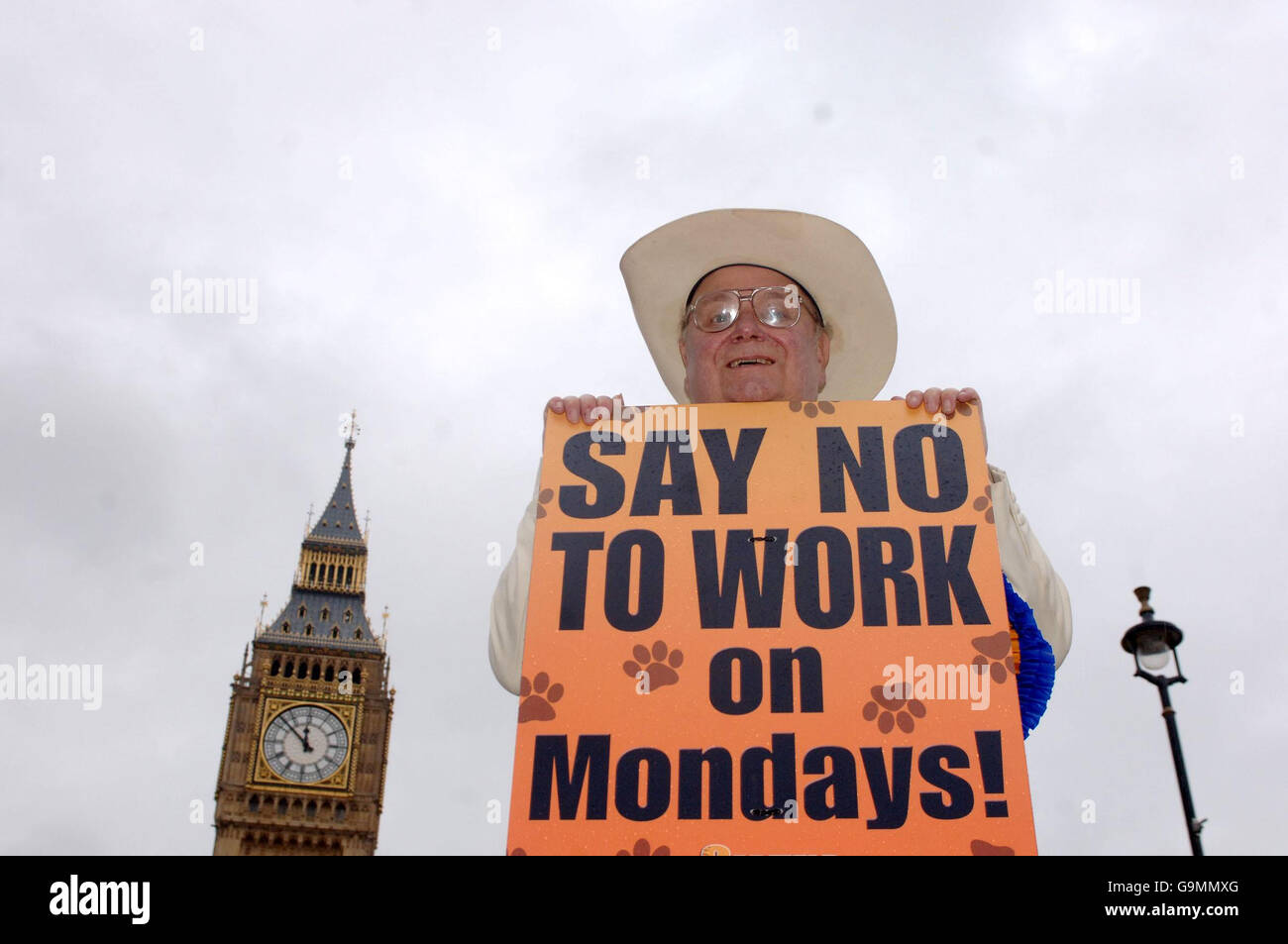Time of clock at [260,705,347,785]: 11:52
